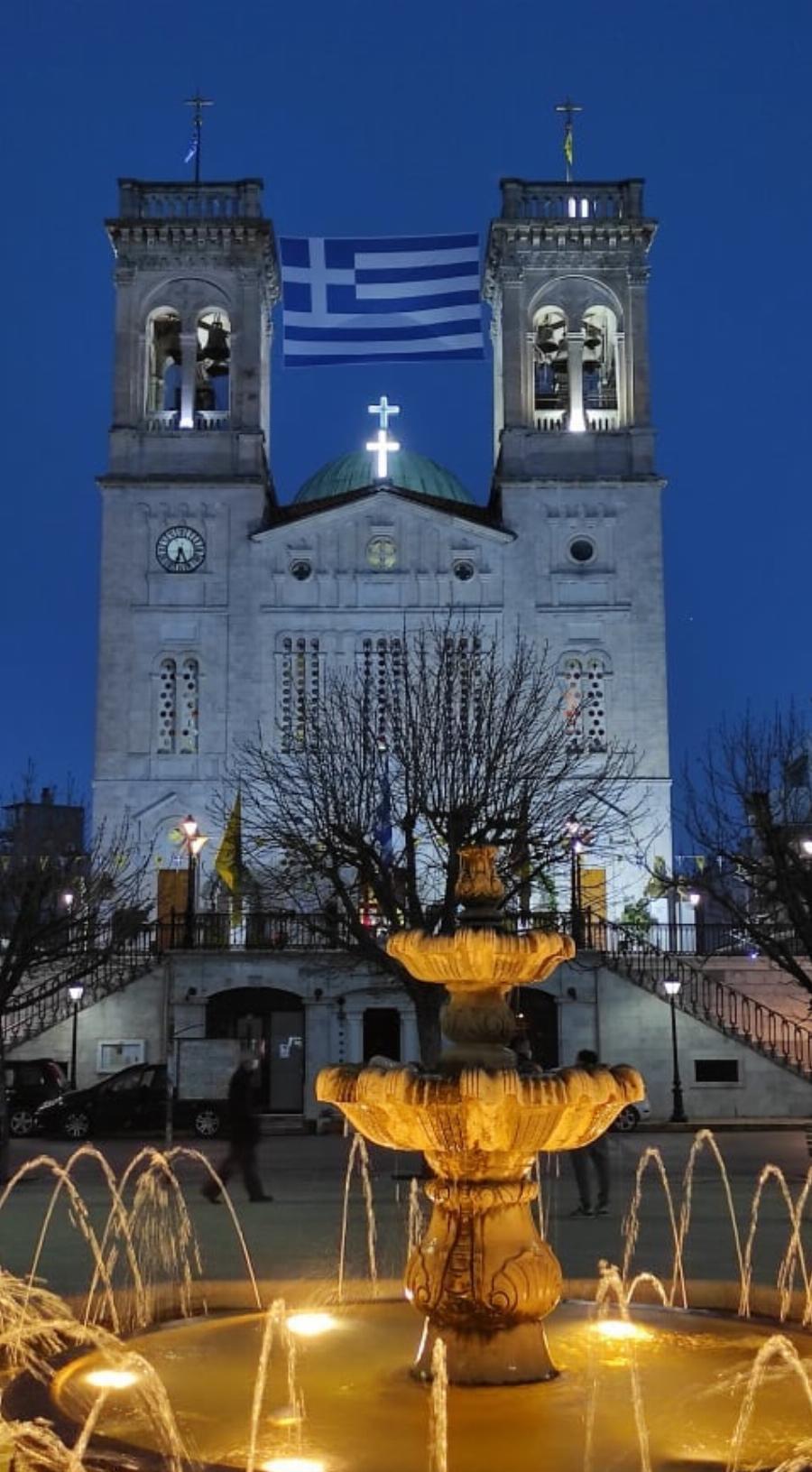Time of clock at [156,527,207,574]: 6:25
